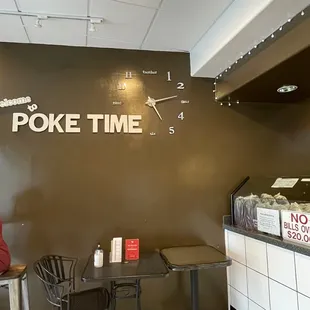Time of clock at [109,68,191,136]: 5:12
